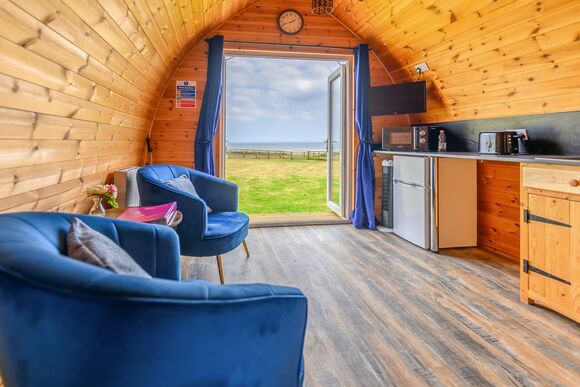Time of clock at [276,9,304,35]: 1:41
